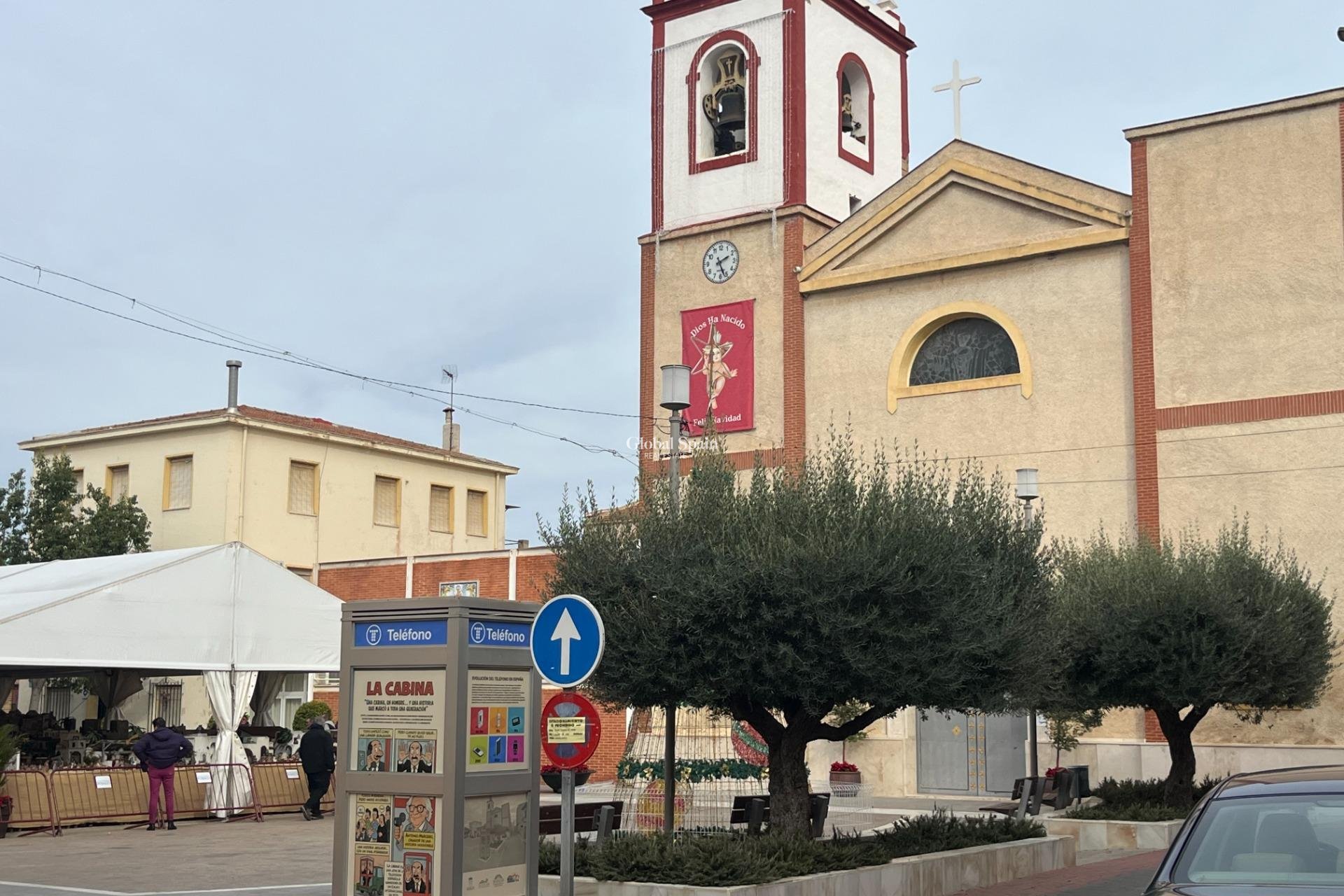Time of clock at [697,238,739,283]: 2:26
